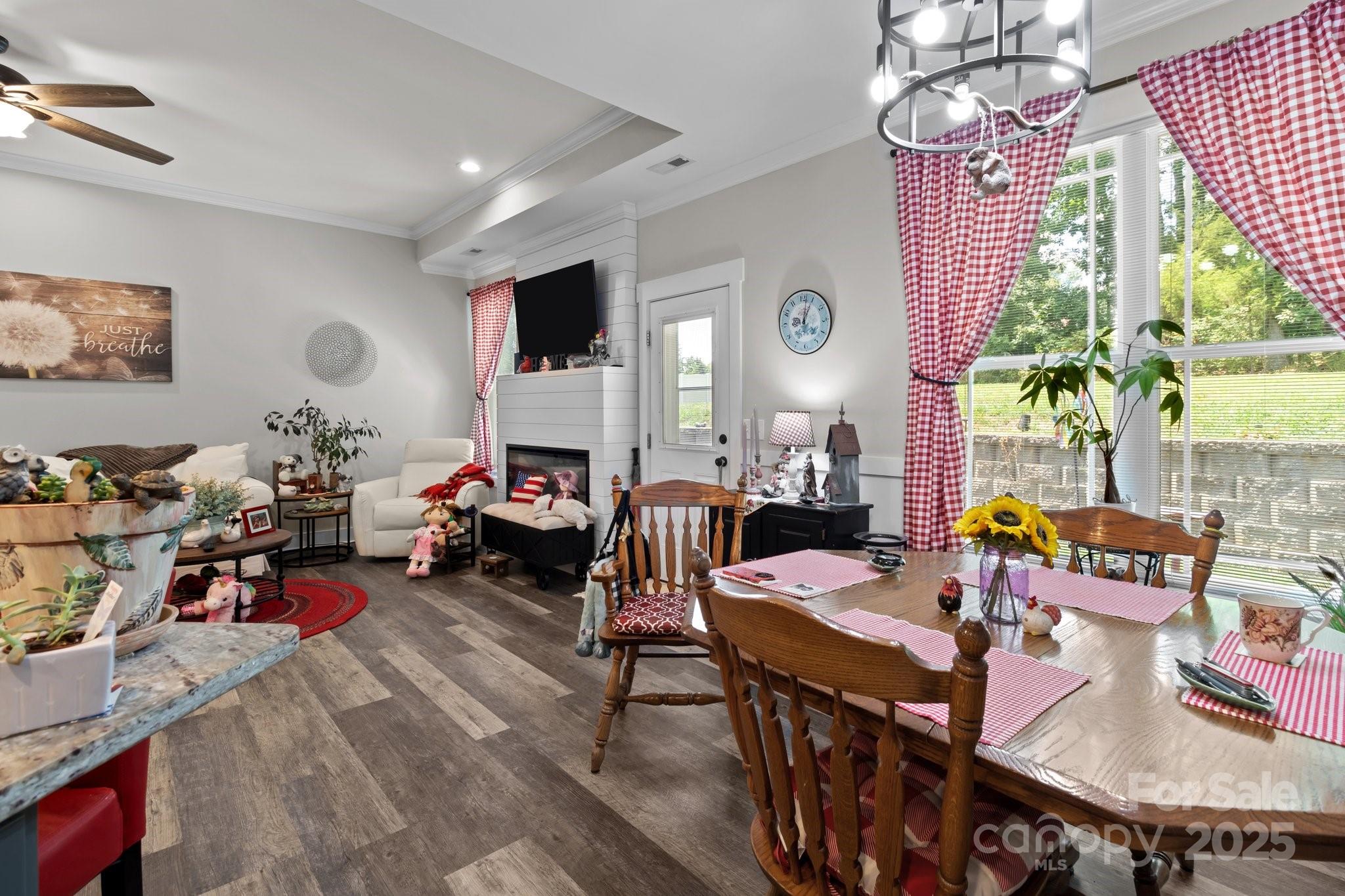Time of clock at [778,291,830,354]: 1:02
